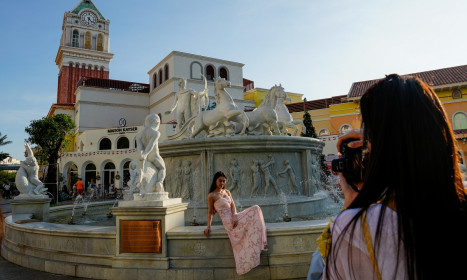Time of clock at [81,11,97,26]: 4:31
